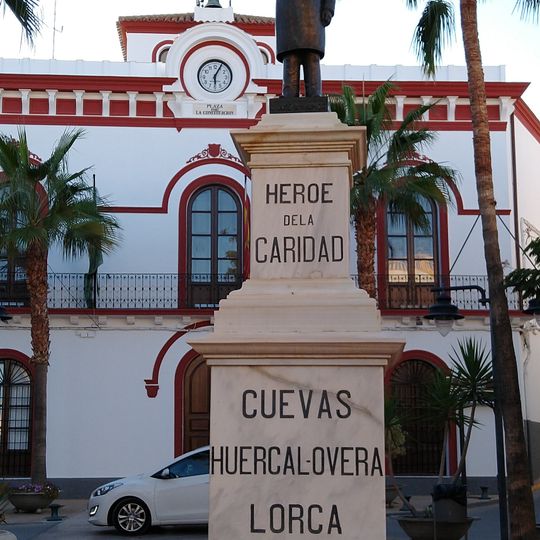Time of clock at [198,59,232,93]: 6:04
